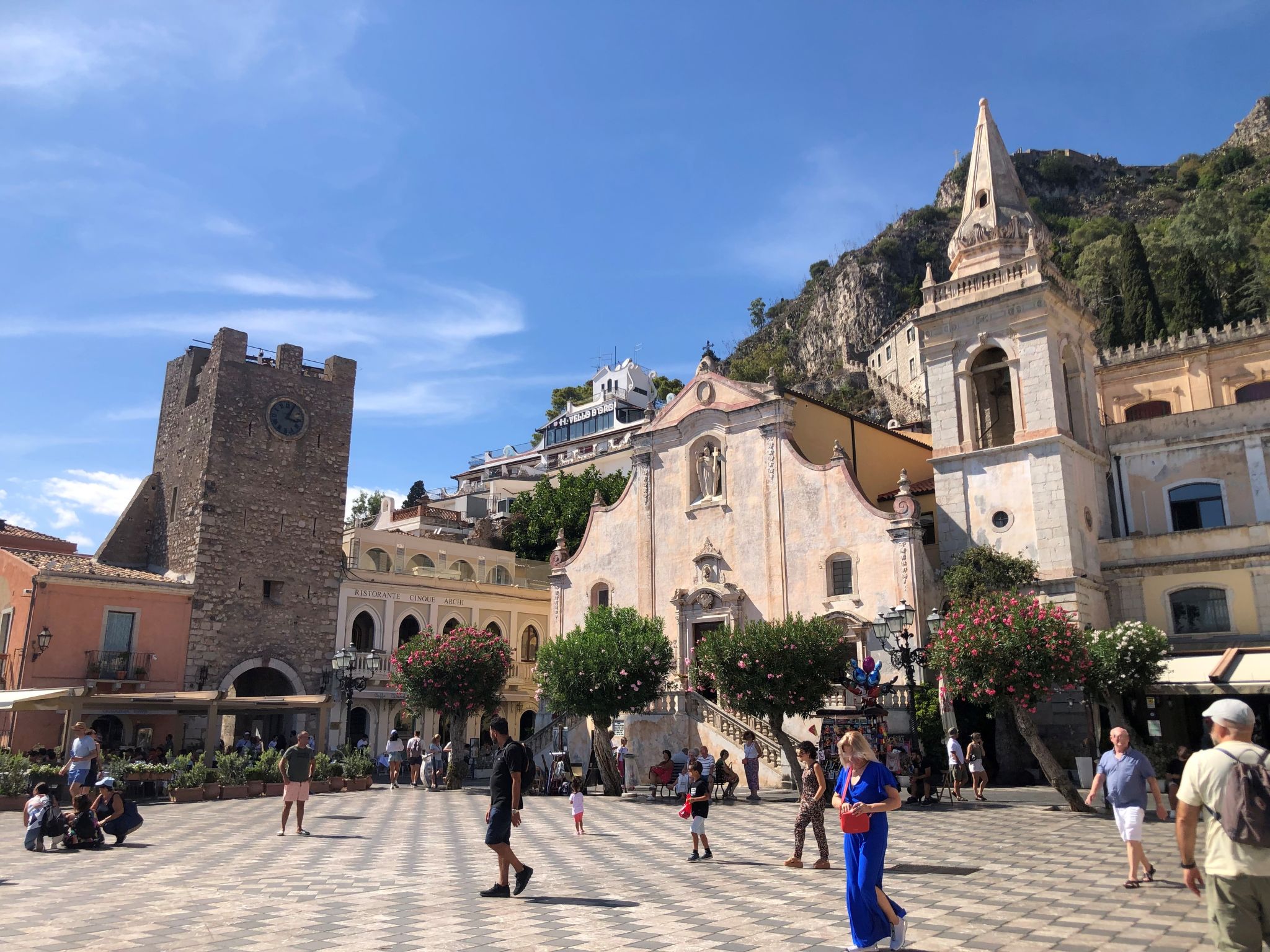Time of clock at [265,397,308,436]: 3:04
